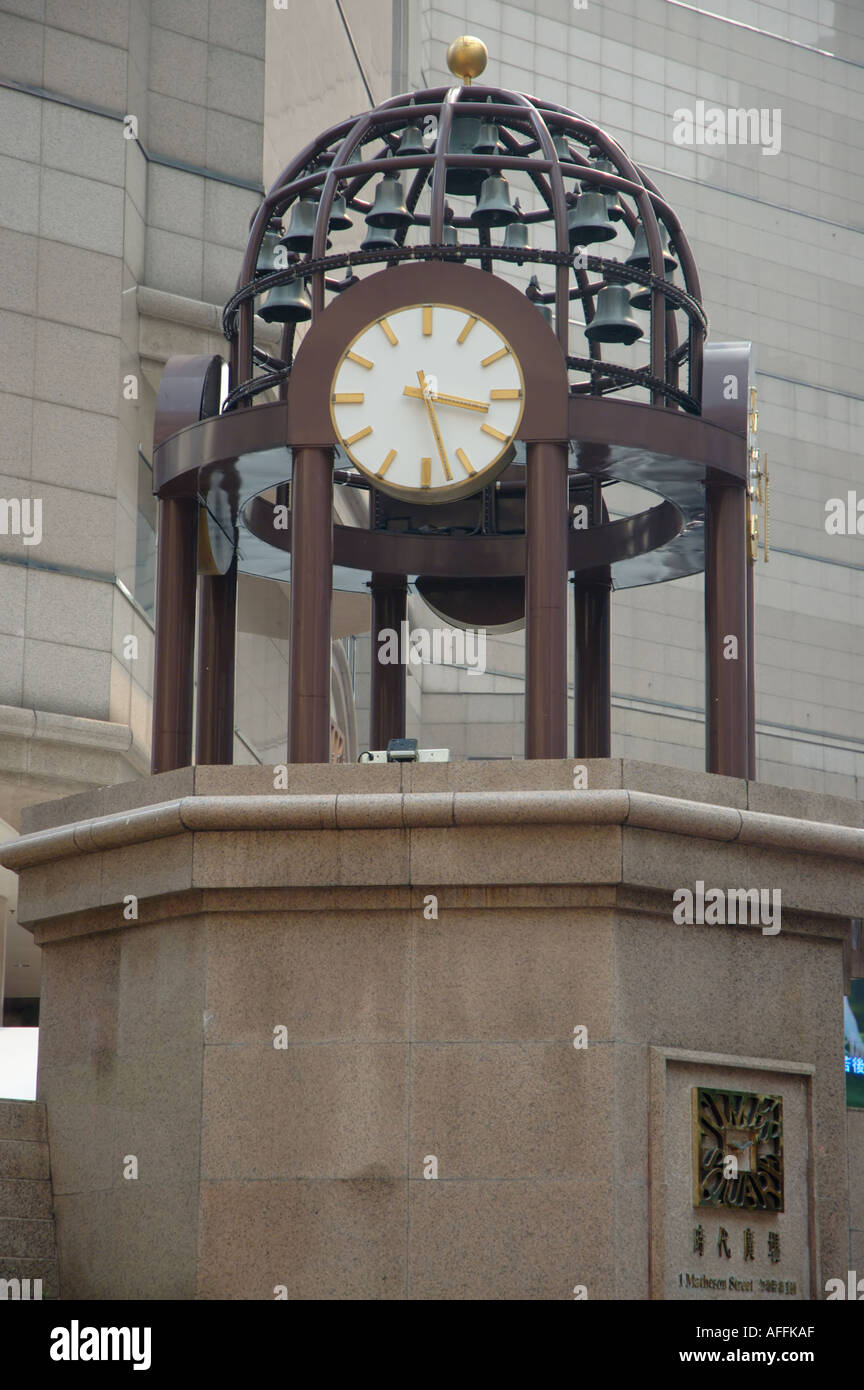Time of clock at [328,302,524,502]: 3:27
